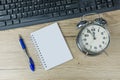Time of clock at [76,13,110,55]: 11:55
